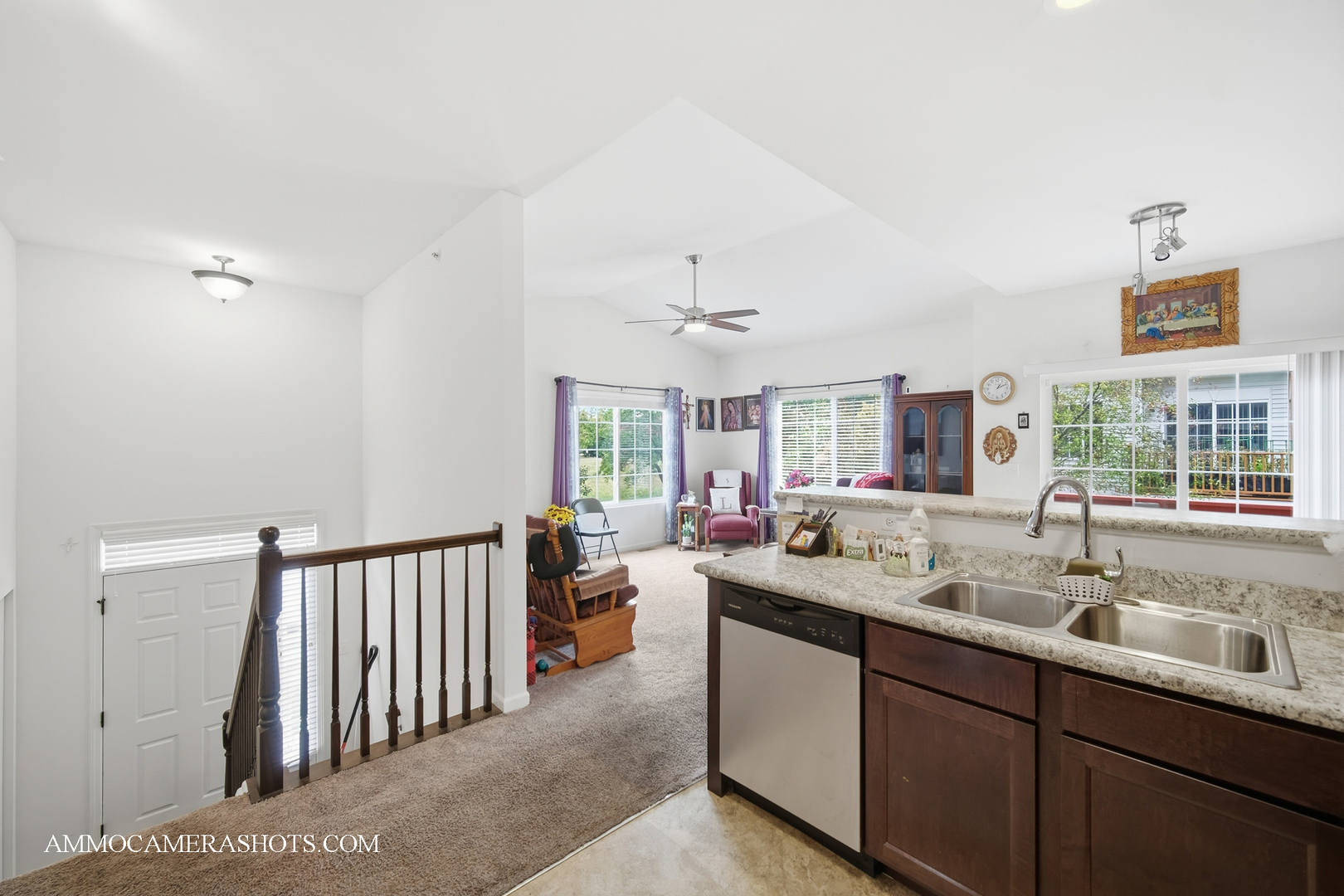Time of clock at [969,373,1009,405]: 1:10
